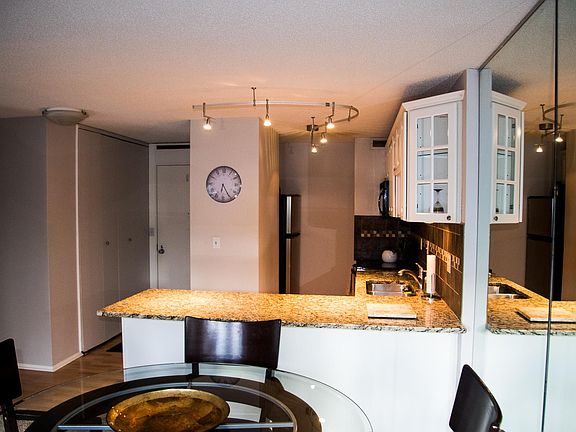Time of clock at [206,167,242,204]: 6:24
